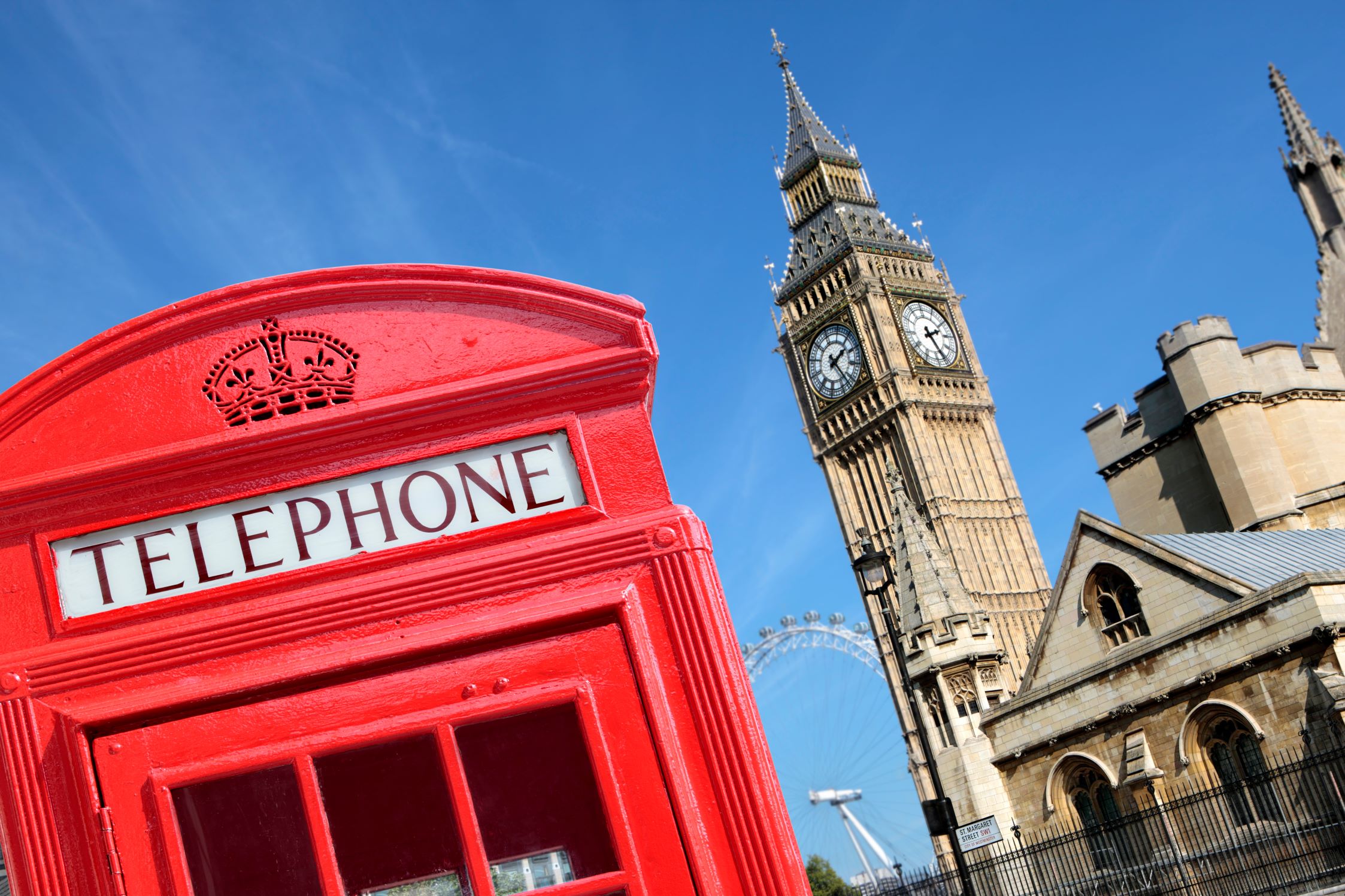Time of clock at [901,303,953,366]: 2:25
